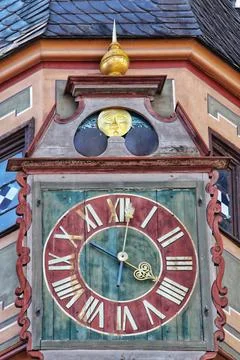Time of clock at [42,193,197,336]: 3:50
